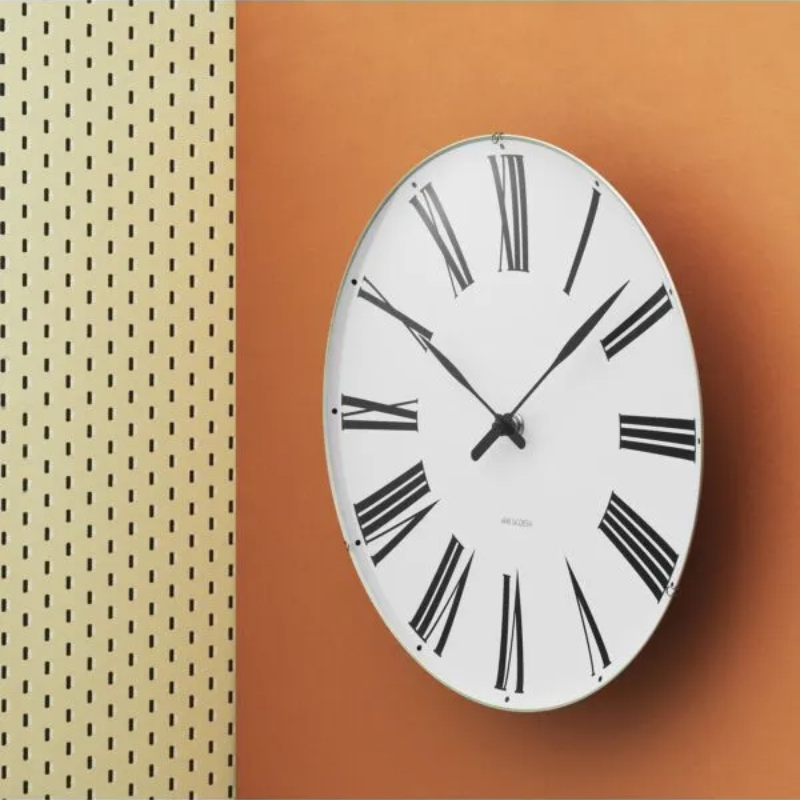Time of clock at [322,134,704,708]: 10:08
